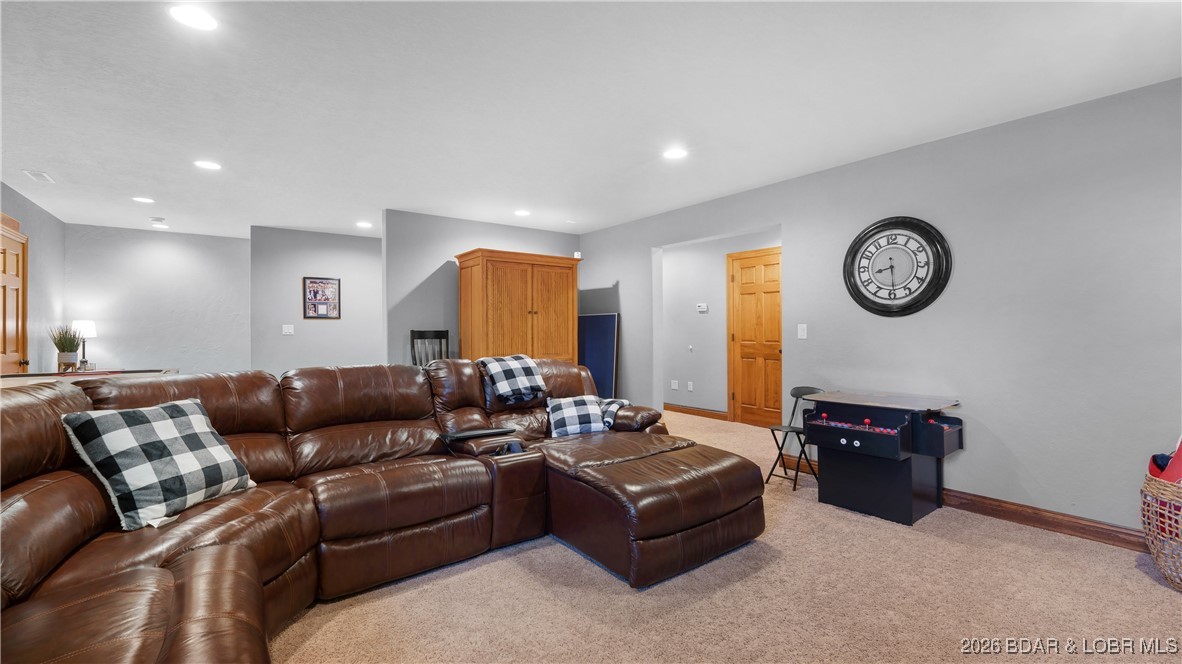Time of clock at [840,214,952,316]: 8:29
